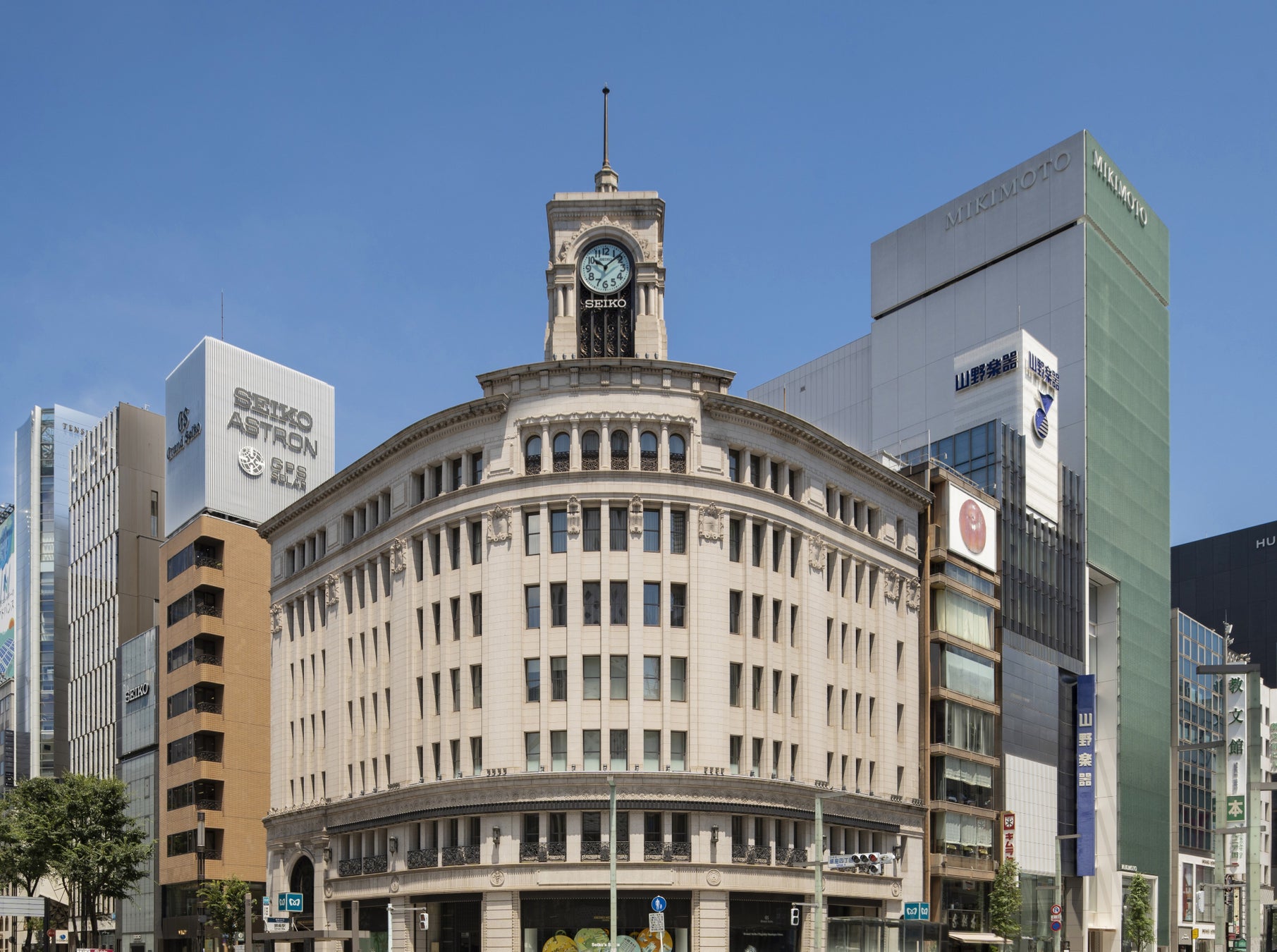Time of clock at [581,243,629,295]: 10:08
